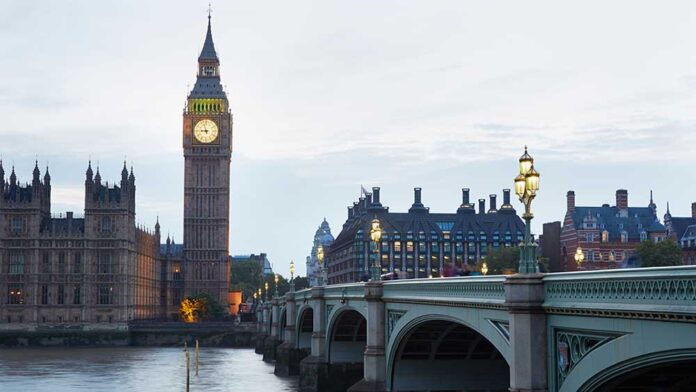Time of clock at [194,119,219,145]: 8:57
